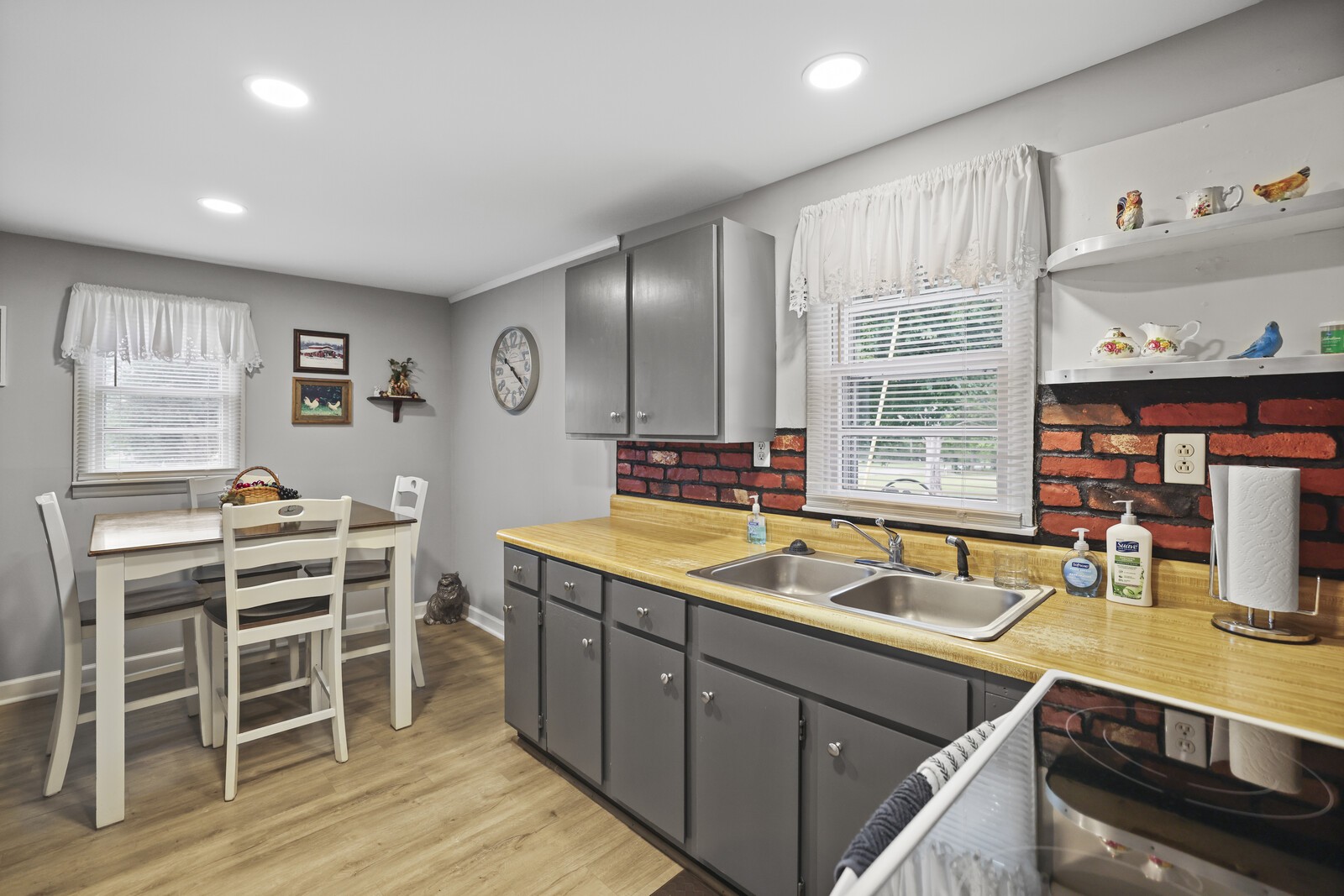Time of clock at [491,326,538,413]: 10:21
